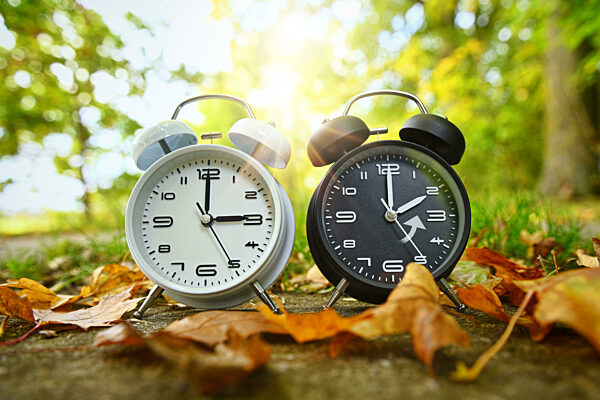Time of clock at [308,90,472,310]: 2:00
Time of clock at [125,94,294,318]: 3:00
